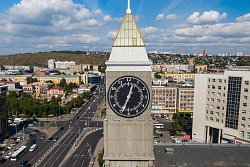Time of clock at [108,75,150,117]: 12:34
